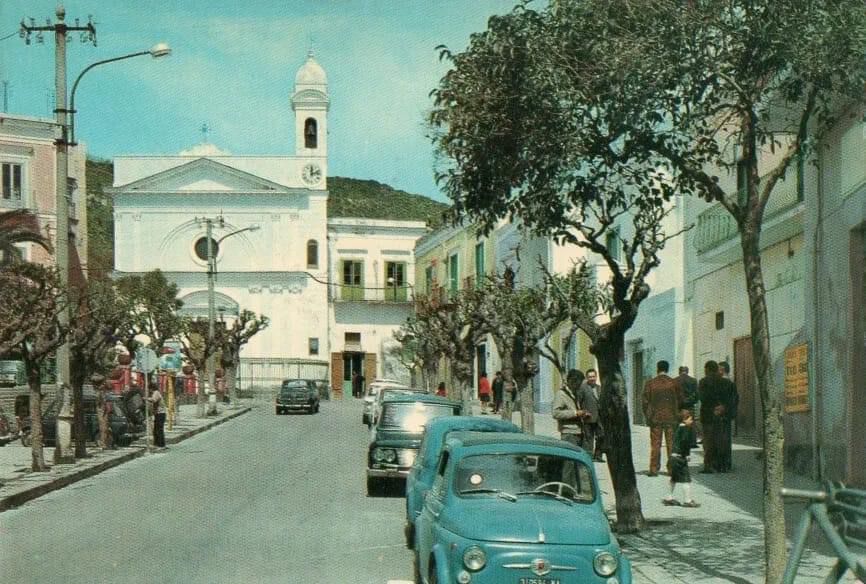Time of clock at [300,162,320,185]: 12:12
